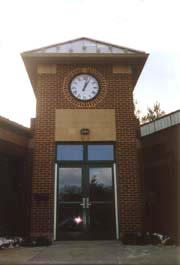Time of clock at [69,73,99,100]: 1:02
